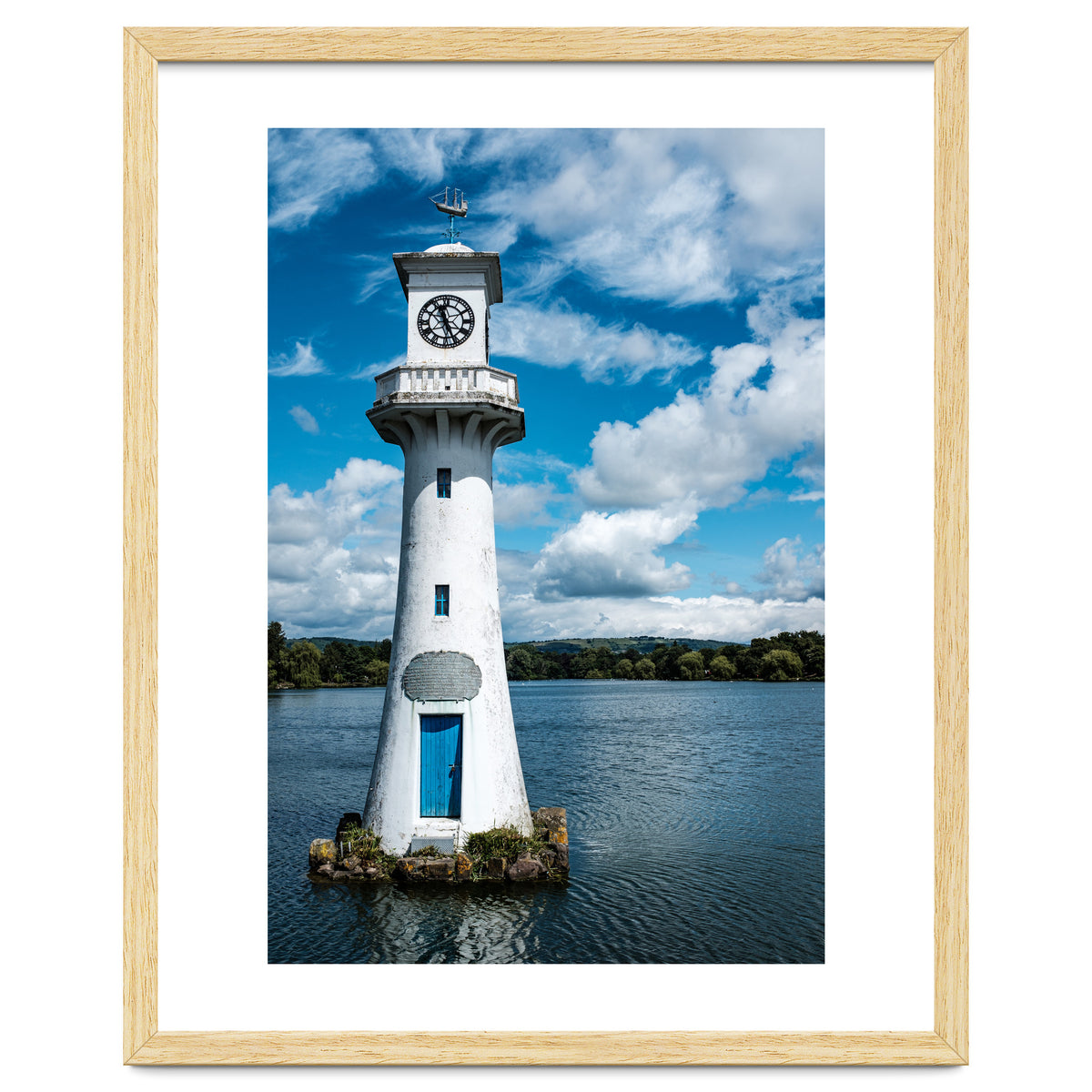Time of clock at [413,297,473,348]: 11:25
